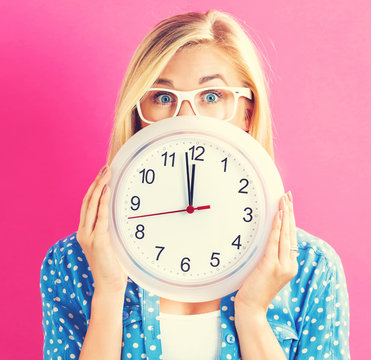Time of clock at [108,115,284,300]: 11:58
